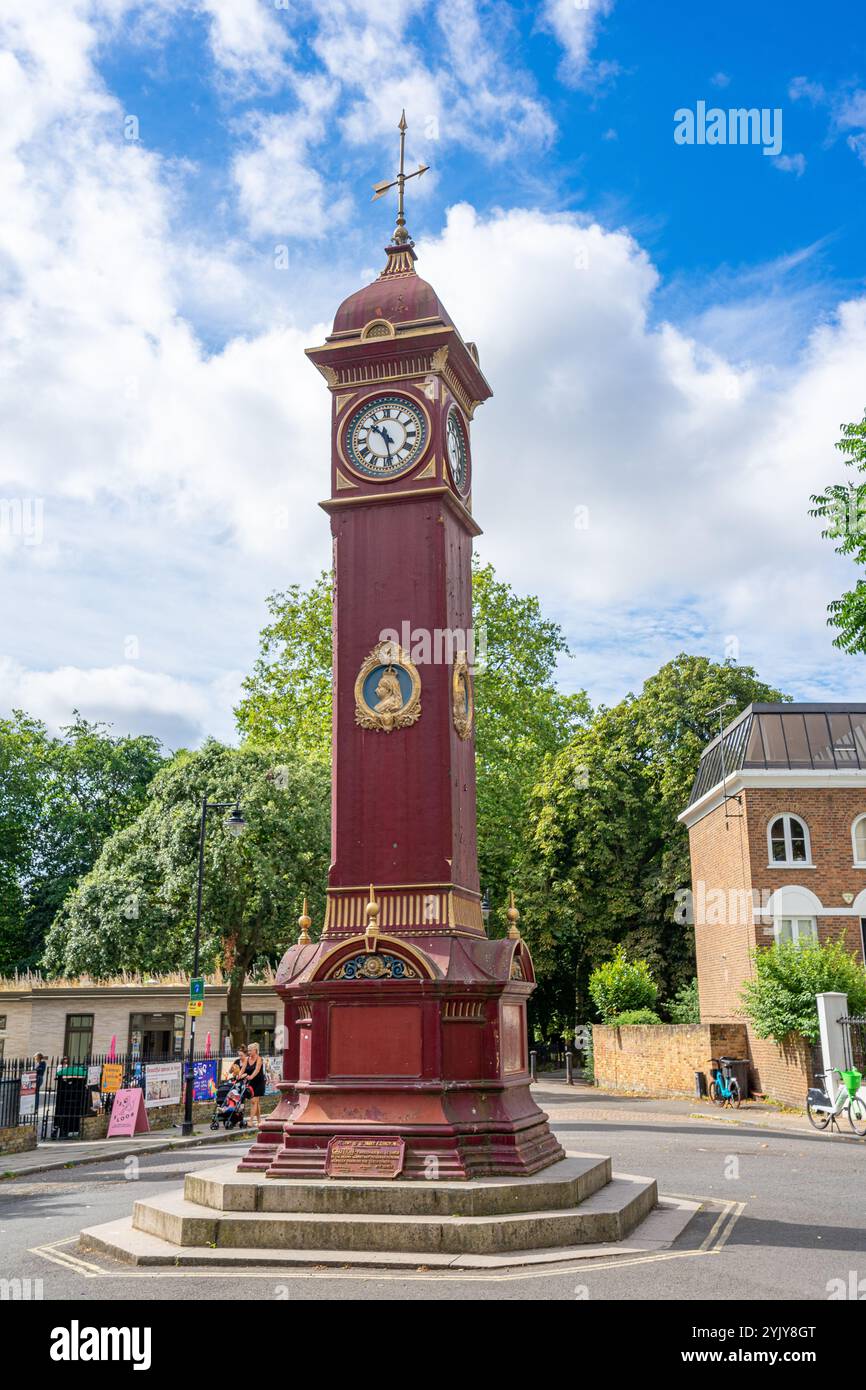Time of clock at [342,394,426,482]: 10:28
